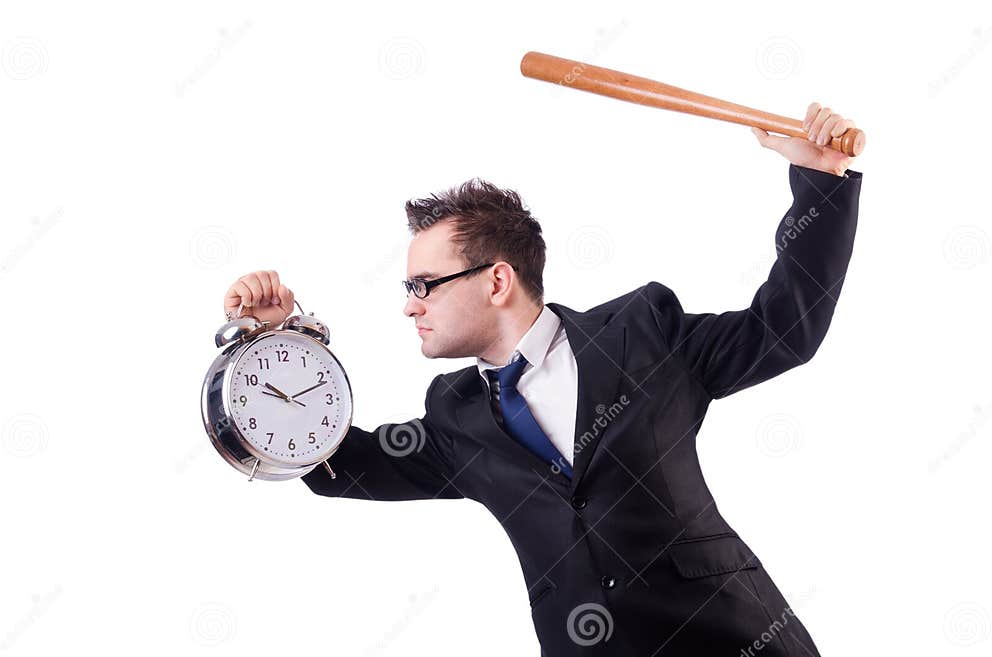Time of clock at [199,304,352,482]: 10:11
